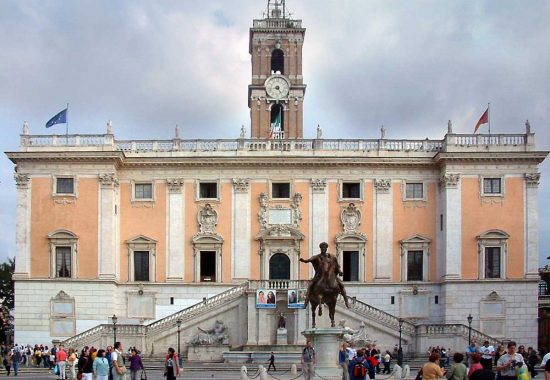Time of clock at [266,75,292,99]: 4:42
